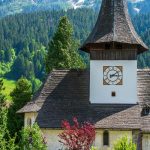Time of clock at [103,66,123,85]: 3:09
